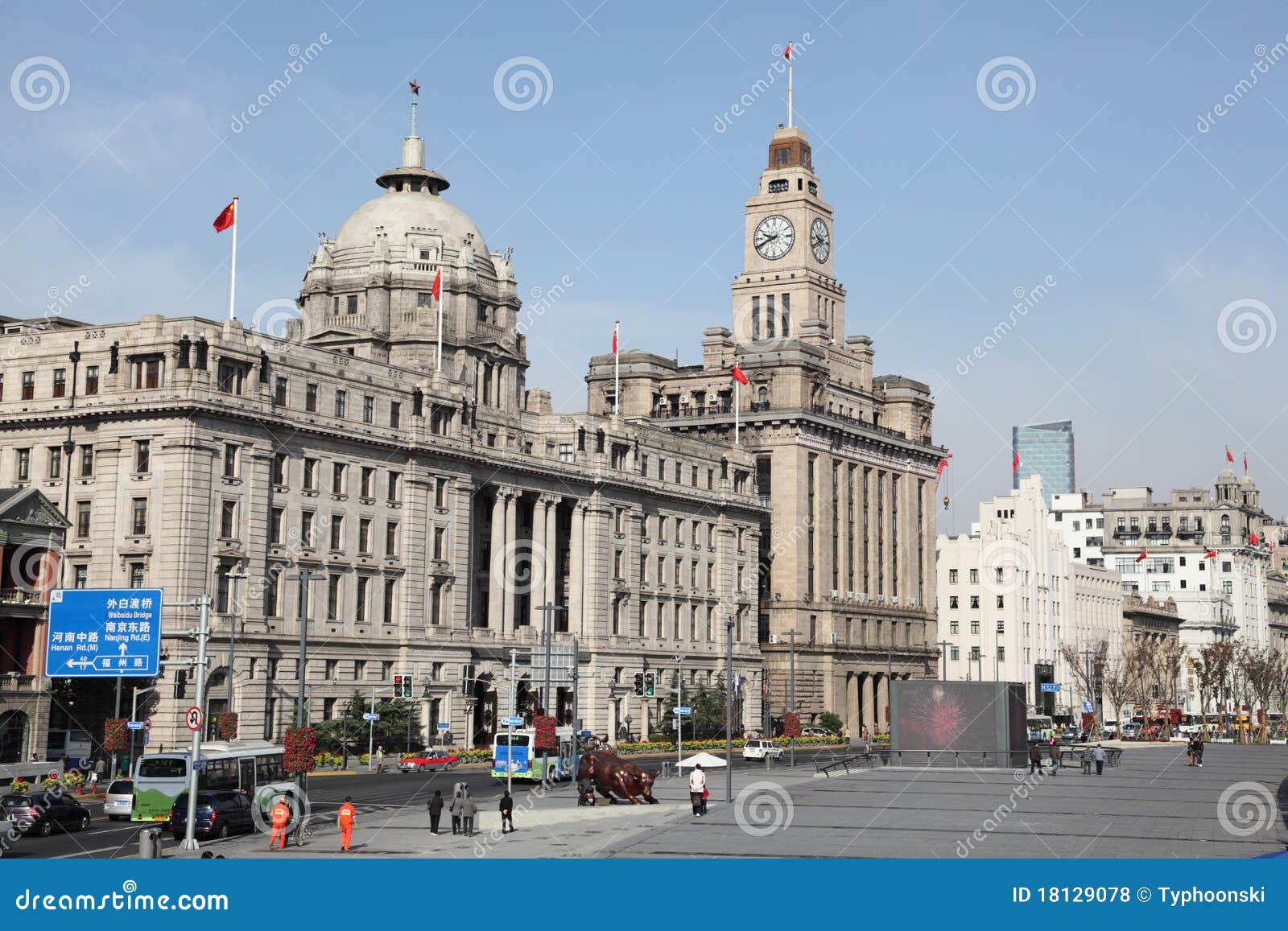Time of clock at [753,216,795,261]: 9:41
